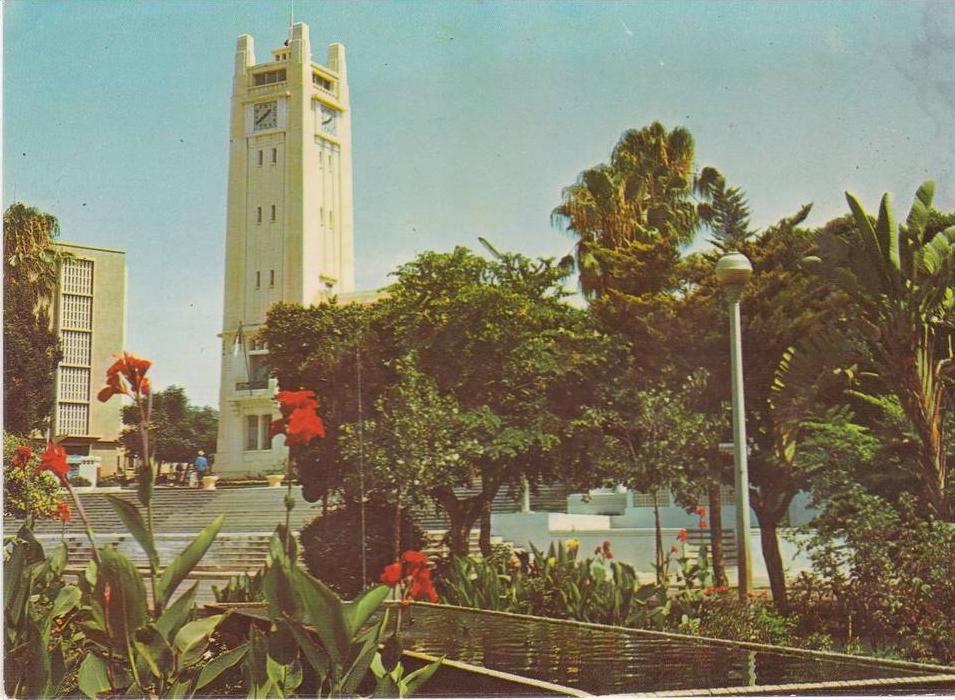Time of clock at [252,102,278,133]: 1:39
